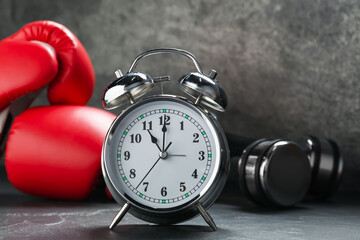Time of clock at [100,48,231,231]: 11:00
